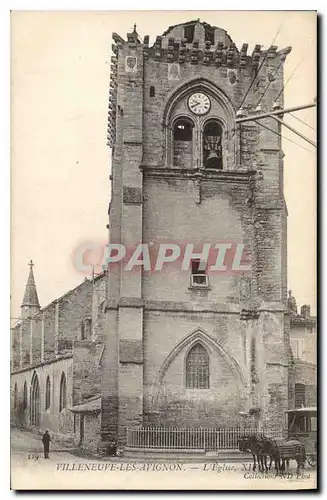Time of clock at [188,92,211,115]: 9:40
